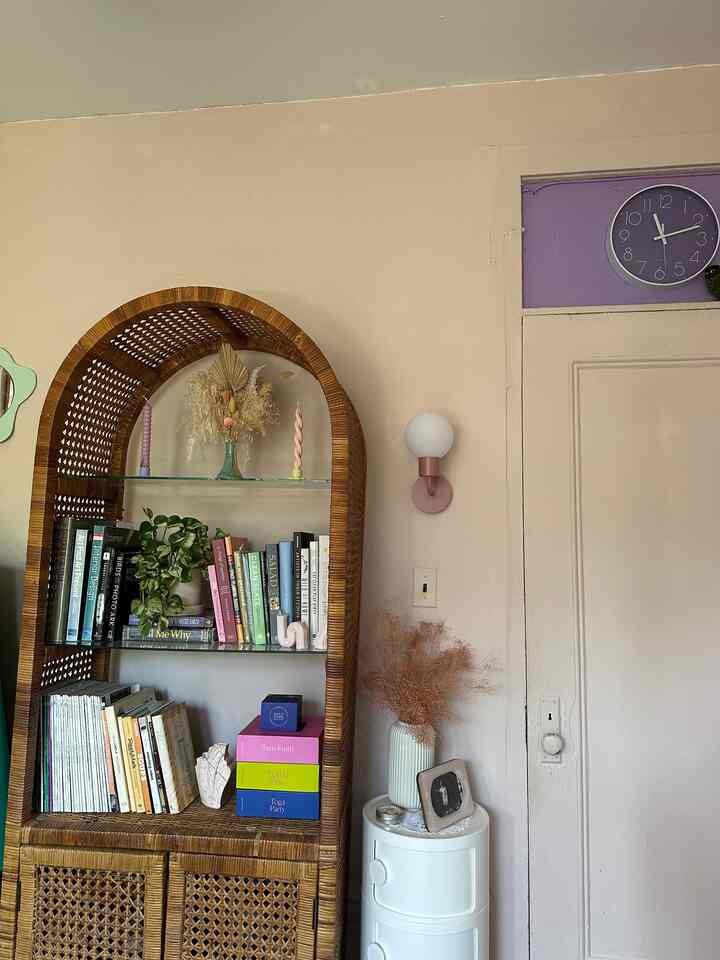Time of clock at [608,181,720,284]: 11:12
